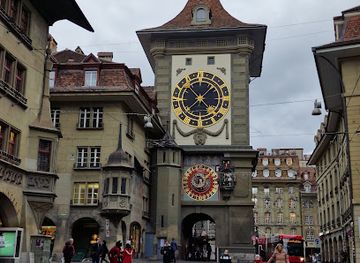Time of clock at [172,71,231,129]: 10:38
